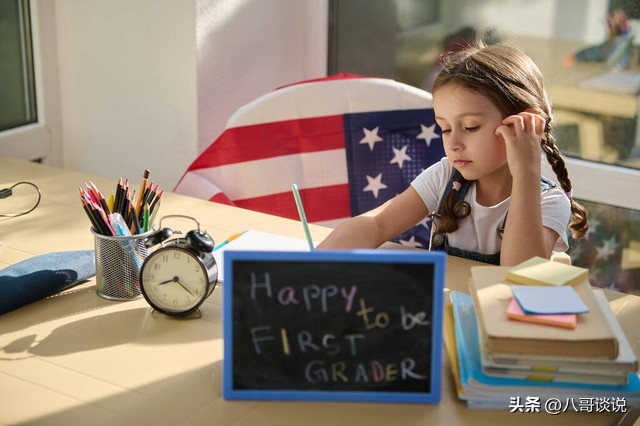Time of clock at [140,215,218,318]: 8:21
